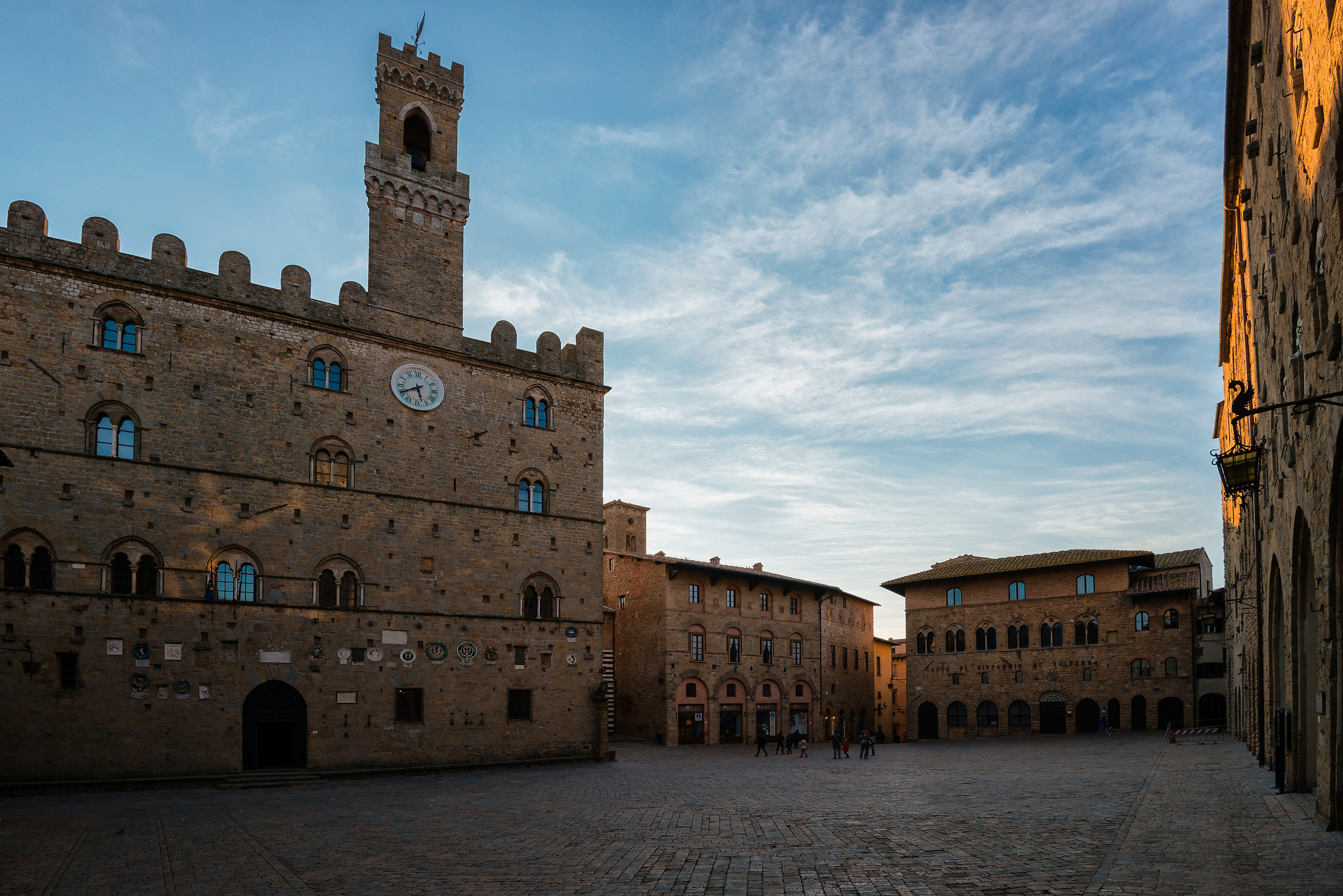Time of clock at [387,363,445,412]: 5:40
